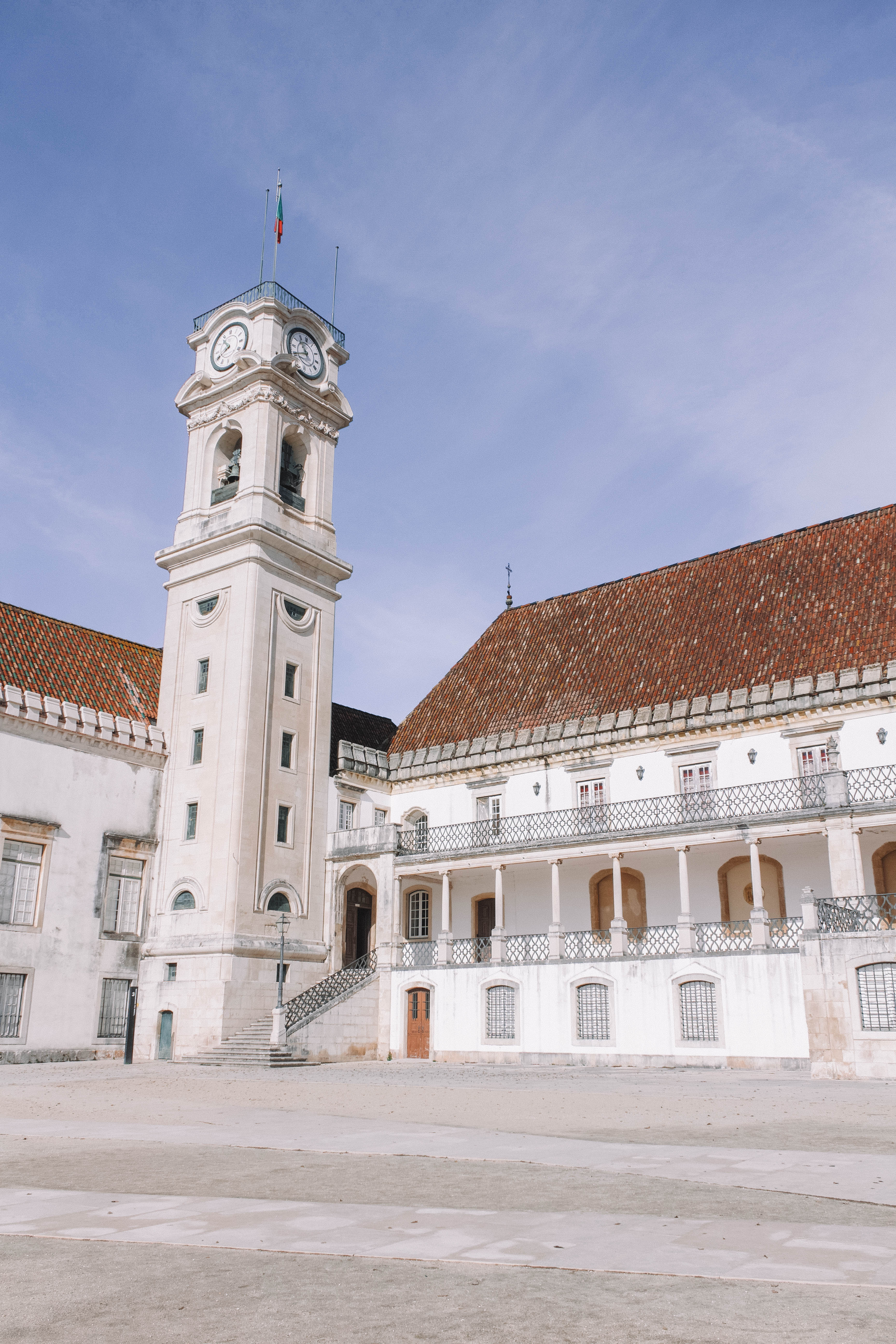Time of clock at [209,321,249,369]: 10:40
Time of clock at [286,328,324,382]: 10:40
